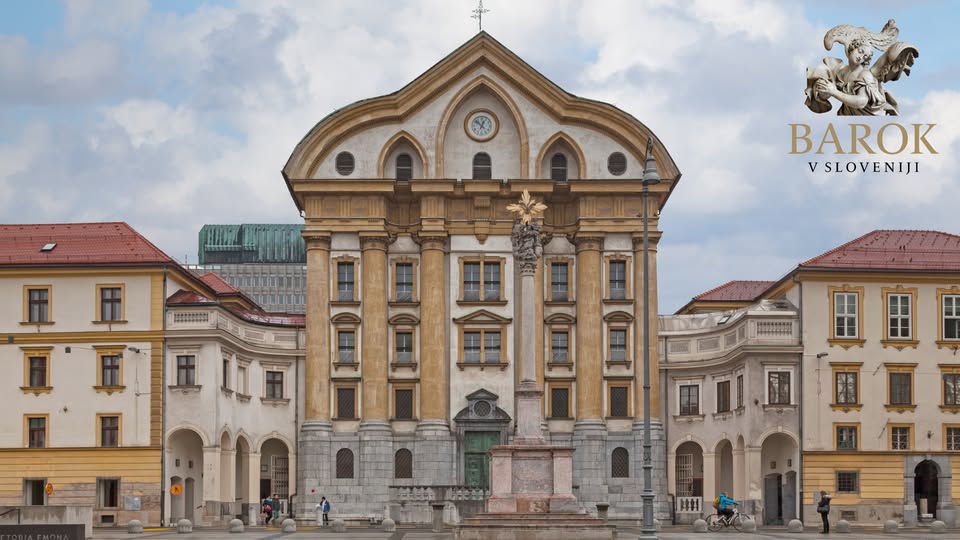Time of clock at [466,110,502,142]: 12:52
